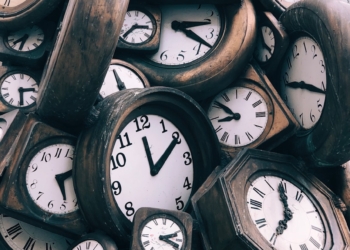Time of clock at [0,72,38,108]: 2:29
